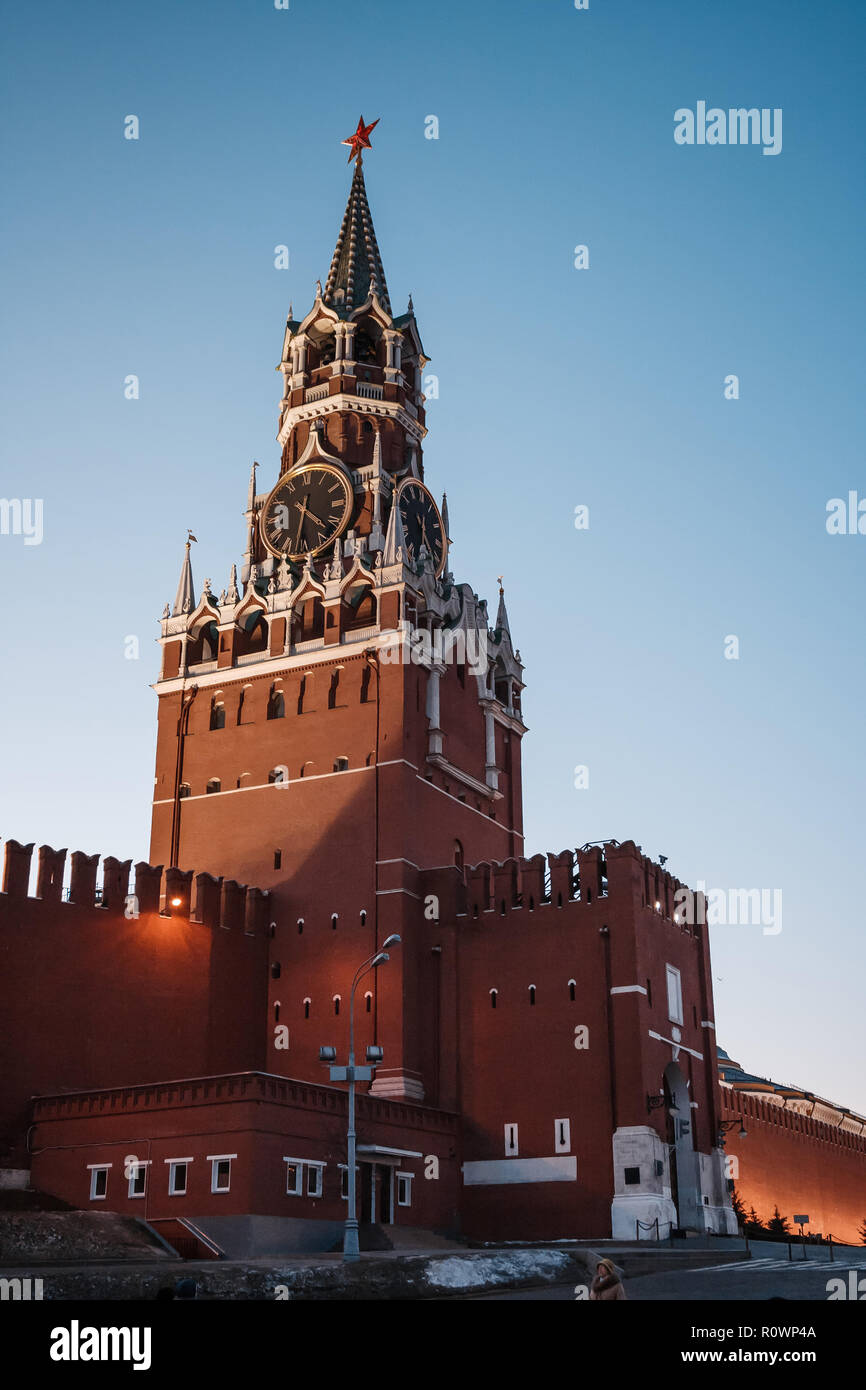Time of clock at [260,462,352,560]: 4:31
